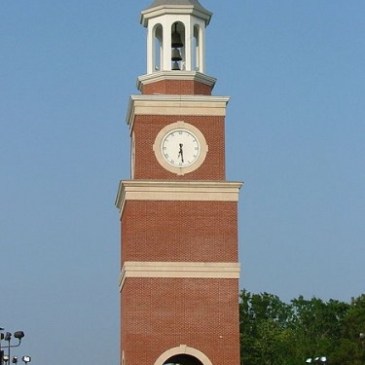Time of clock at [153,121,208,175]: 6:28
